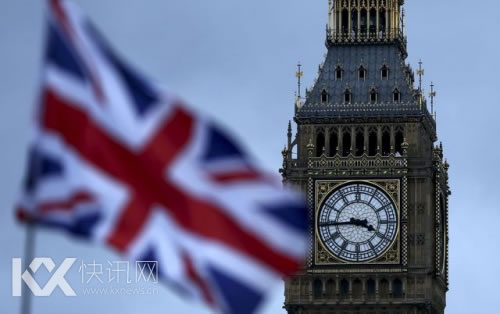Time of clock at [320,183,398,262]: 3:44
